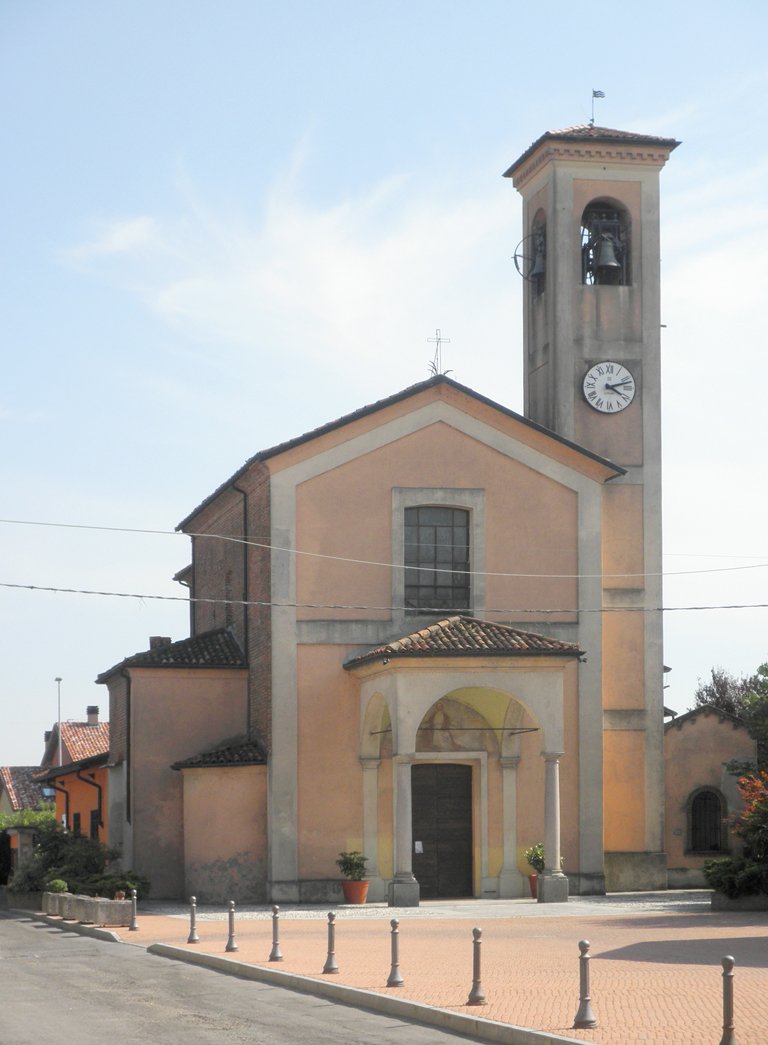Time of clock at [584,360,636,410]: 4:12
